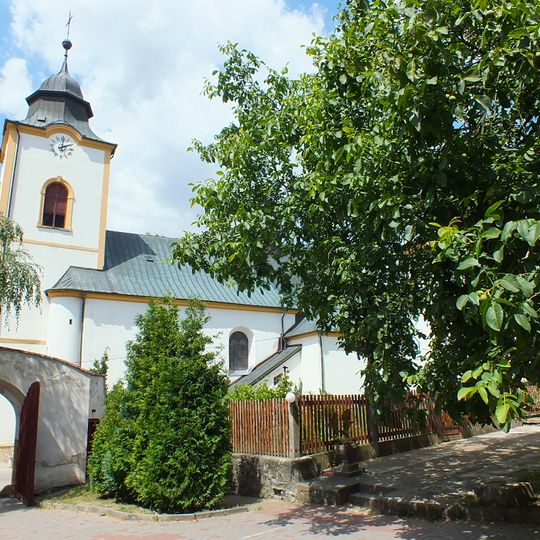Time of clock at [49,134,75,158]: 2:00
